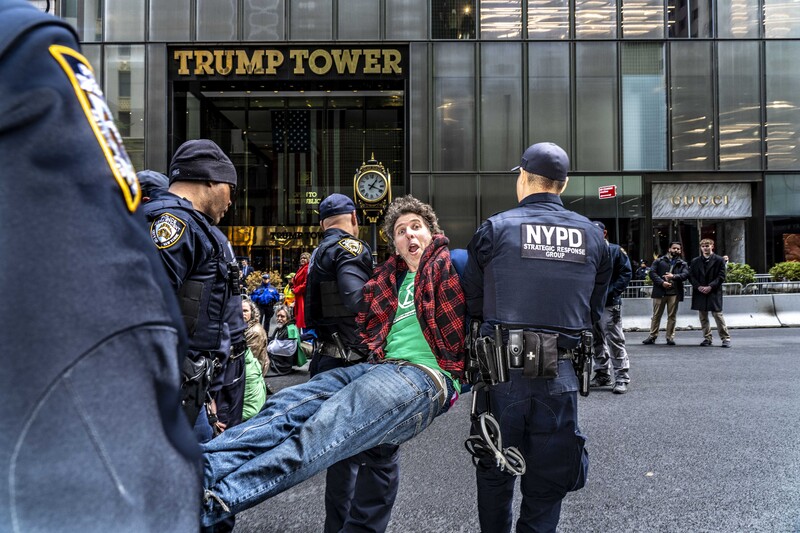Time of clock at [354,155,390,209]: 1:18
